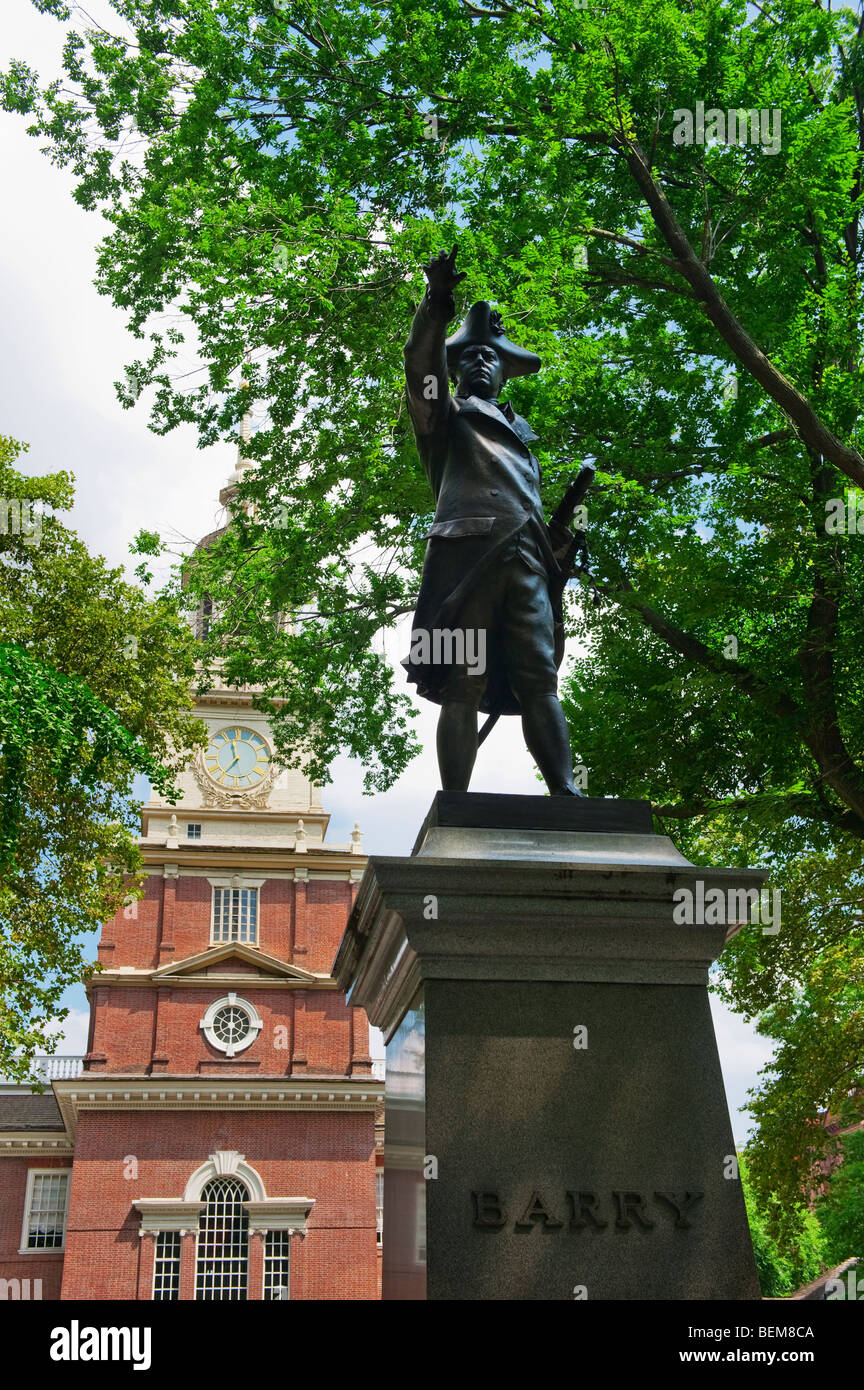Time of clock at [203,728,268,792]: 6:58
